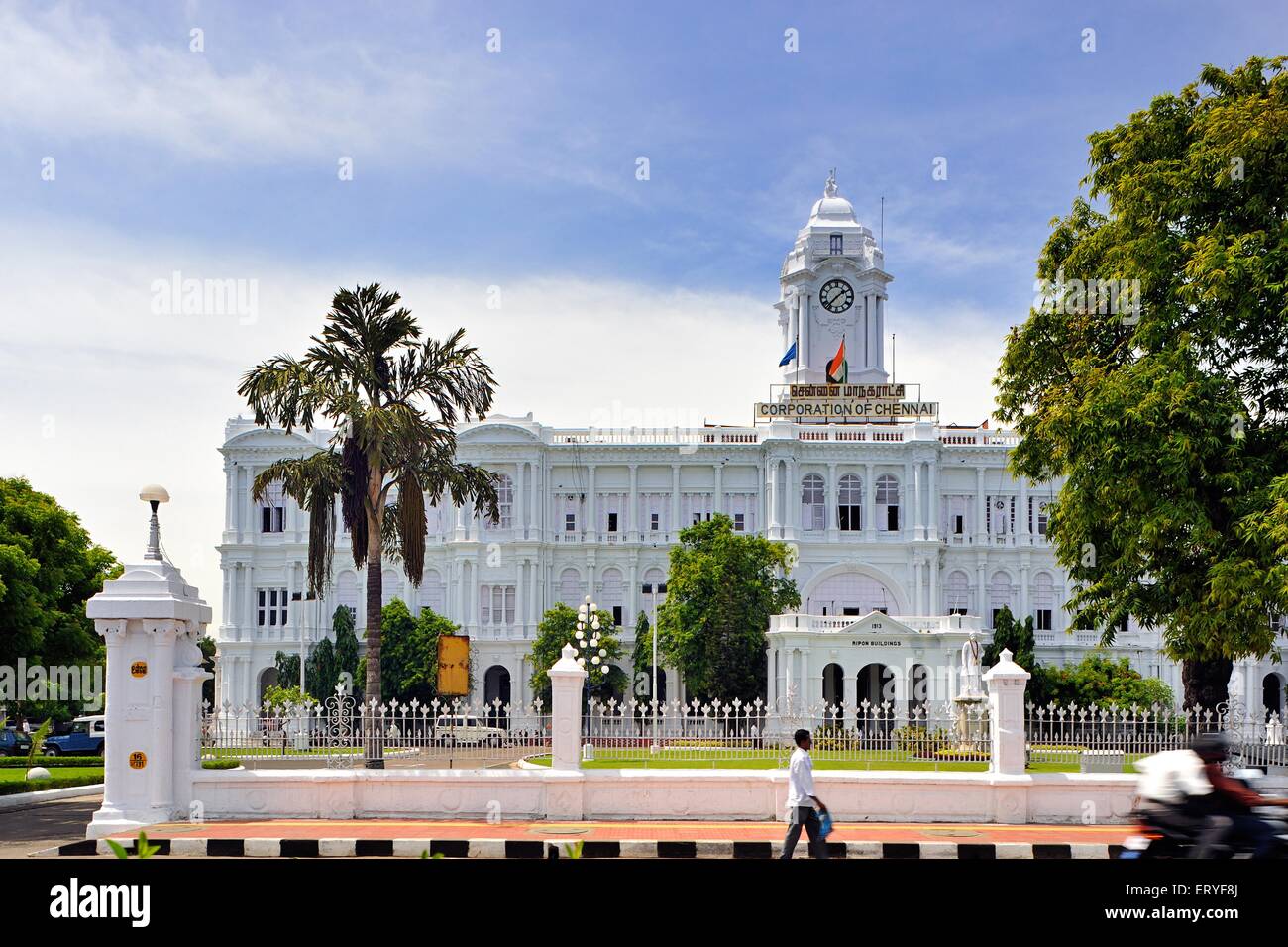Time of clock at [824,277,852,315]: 1:37
